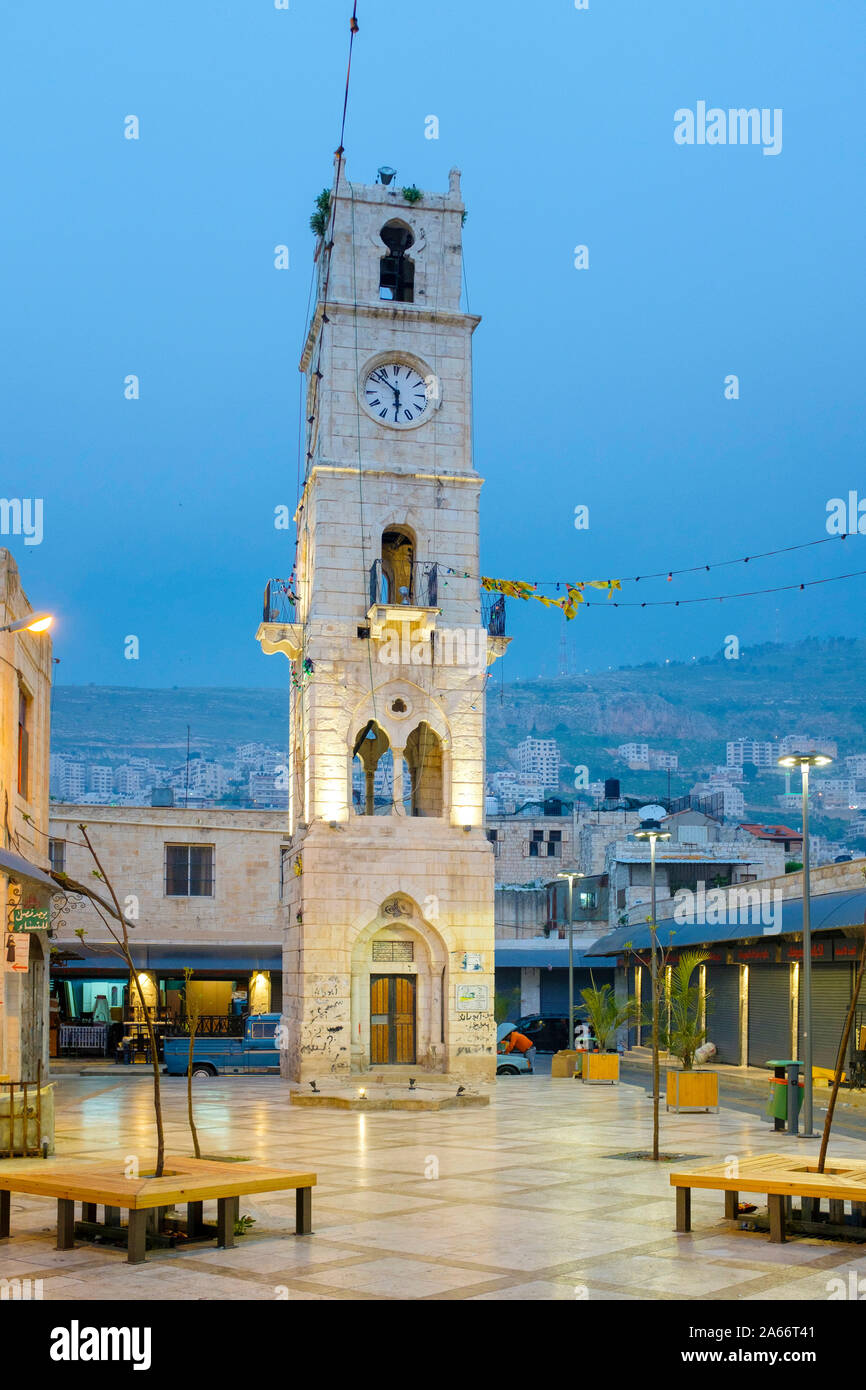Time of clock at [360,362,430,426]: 5:52
